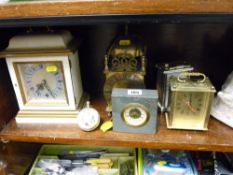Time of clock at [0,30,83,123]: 7:25
